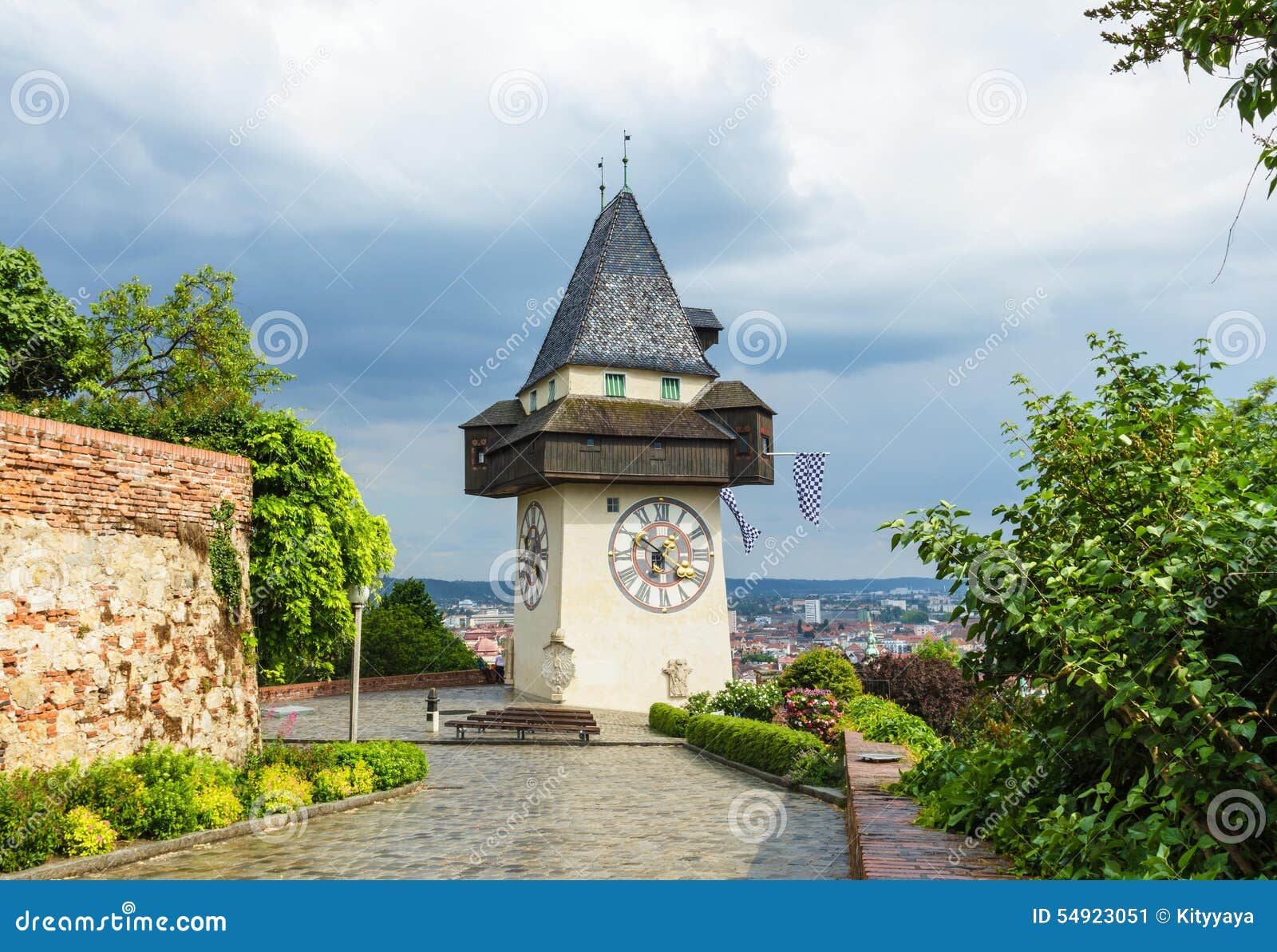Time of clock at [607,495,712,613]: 6:50
